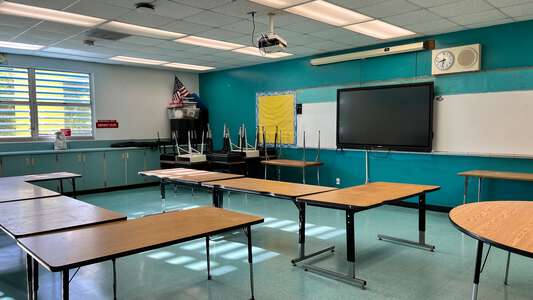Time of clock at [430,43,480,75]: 8:32
